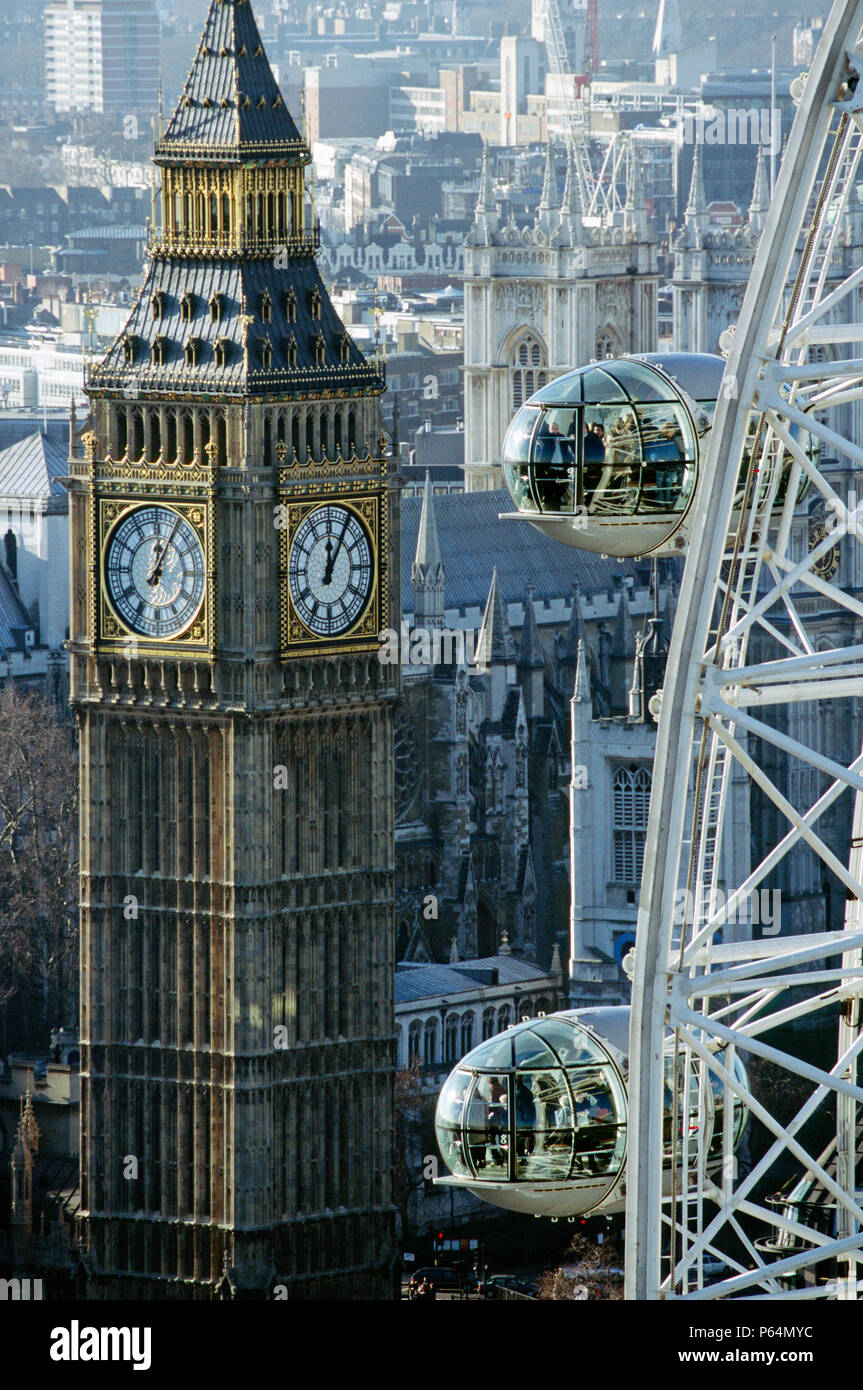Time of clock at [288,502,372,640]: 12:05
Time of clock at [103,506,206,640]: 12:05
